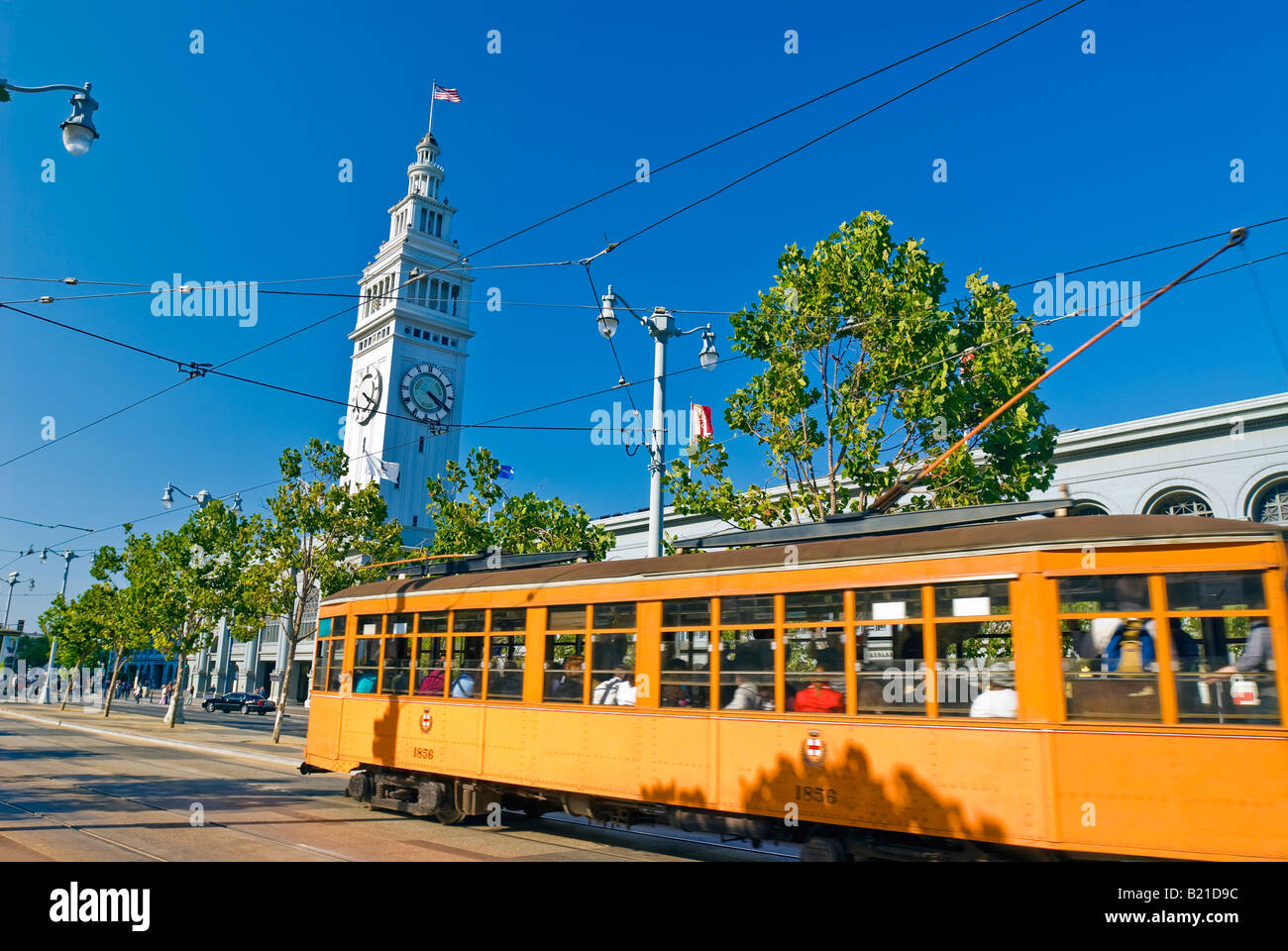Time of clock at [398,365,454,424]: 4:19
